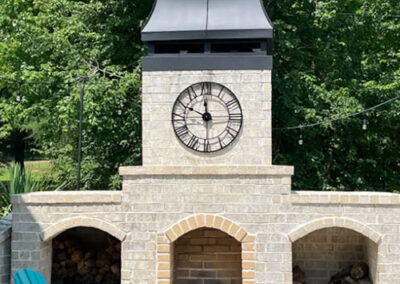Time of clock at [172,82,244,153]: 11:49
